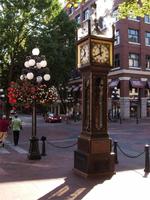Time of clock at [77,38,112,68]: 11:40
